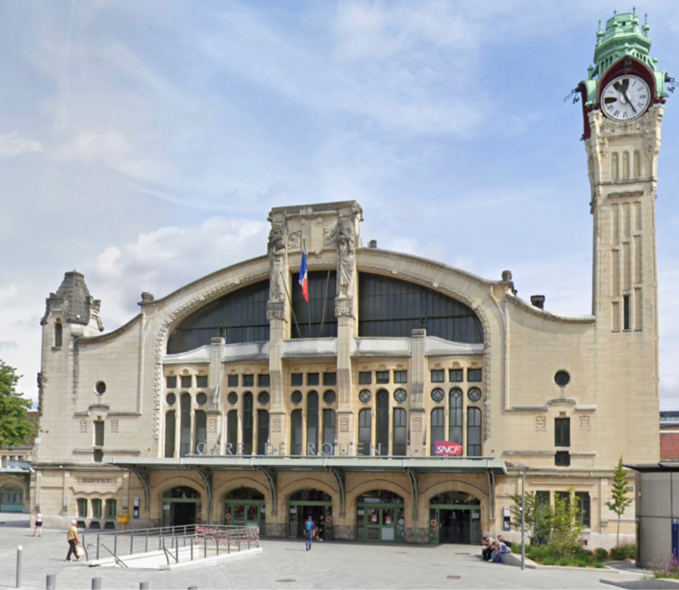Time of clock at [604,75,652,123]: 11:24
